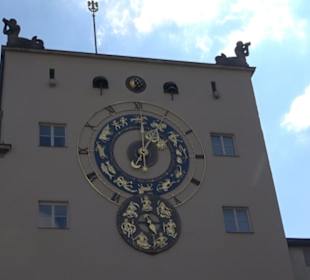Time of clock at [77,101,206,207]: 1:01
